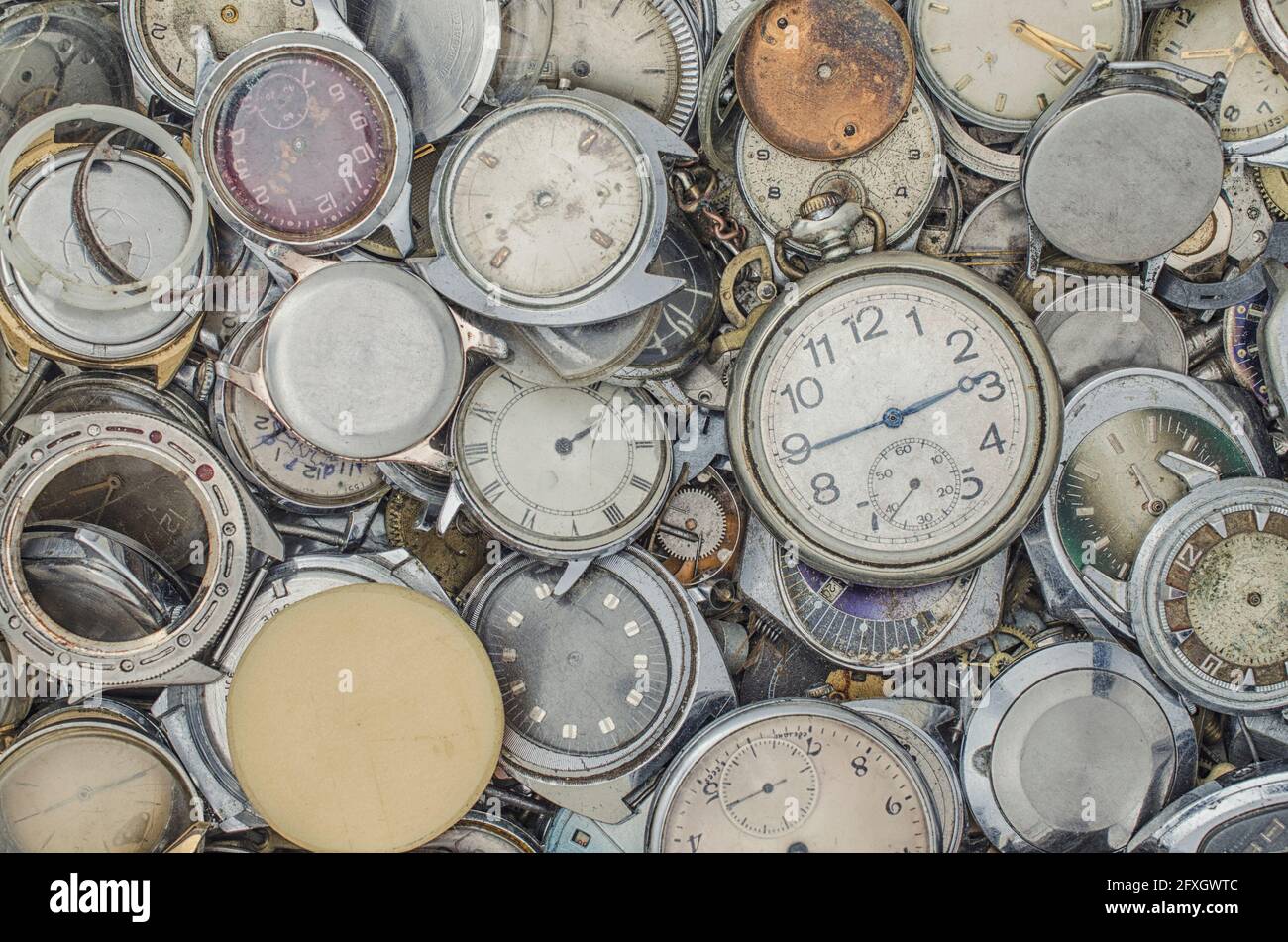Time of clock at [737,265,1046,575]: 2:44
